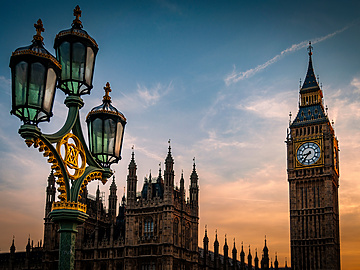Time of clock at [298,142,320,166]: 8:36
